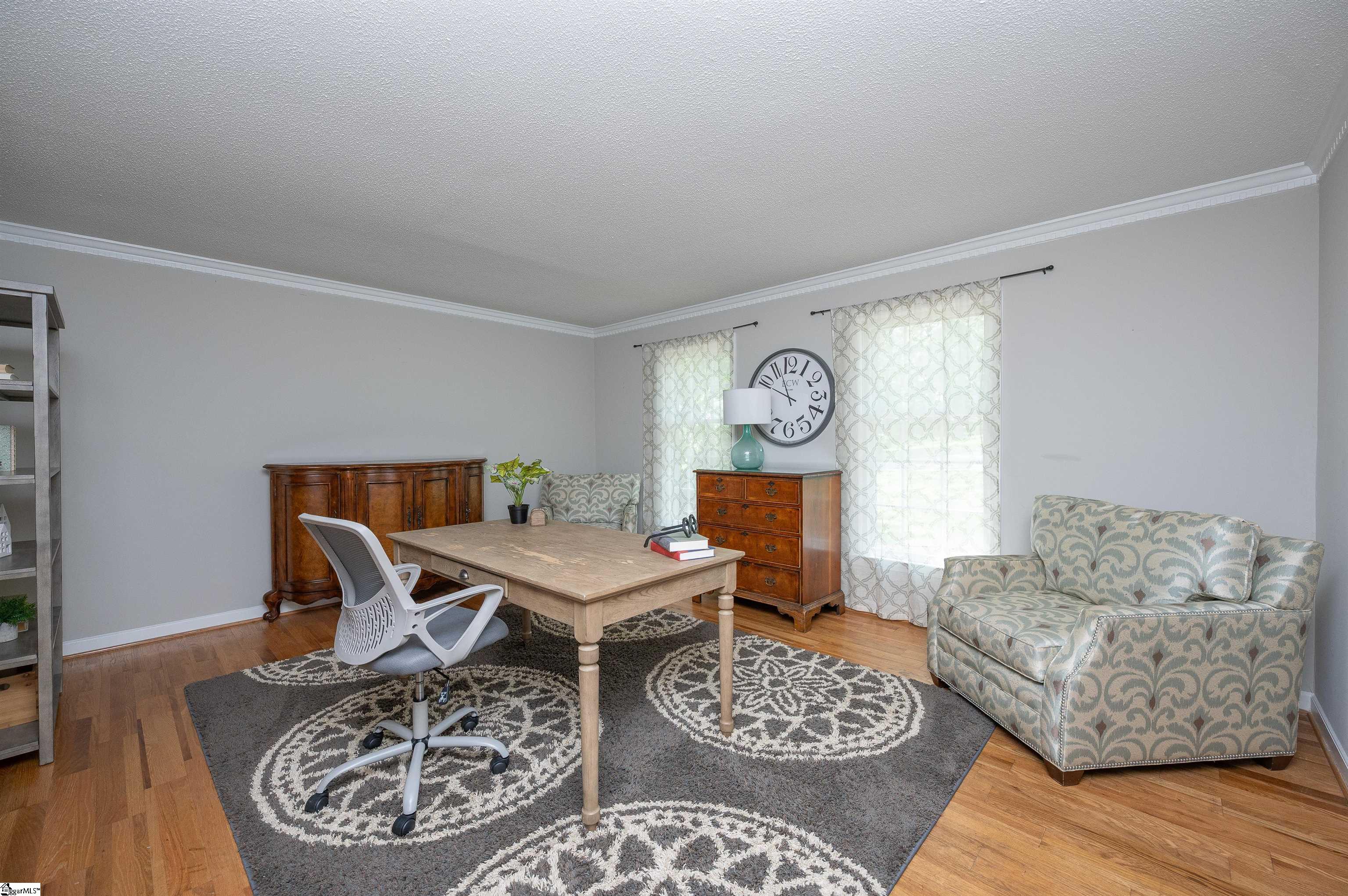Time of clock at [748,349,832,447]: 9:56
